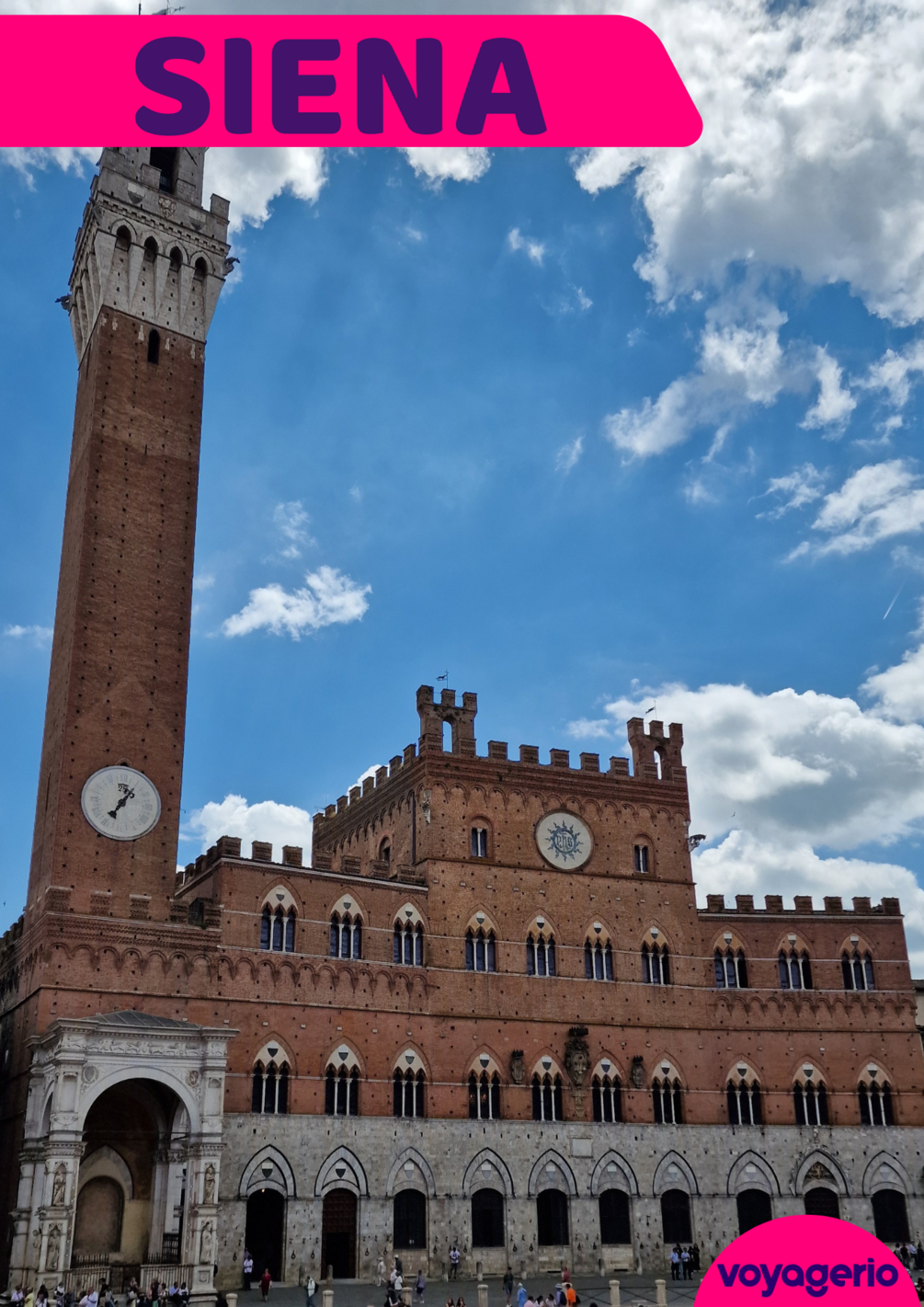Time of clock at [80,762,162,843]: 7:06
